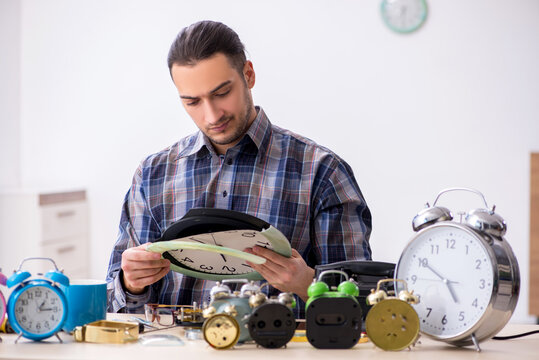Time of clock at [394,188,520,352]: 4:50
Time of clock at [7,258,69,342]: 1:14
